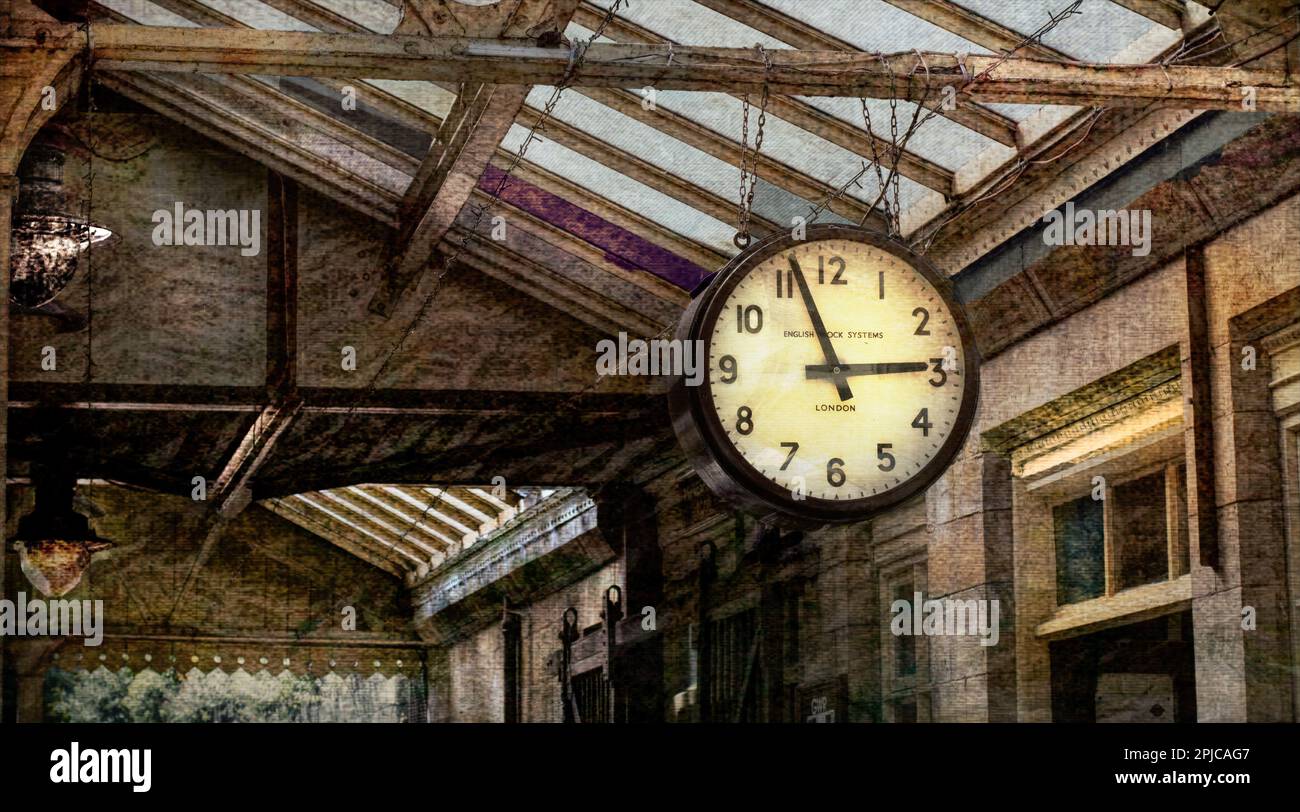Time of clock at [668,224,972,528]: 2:56
